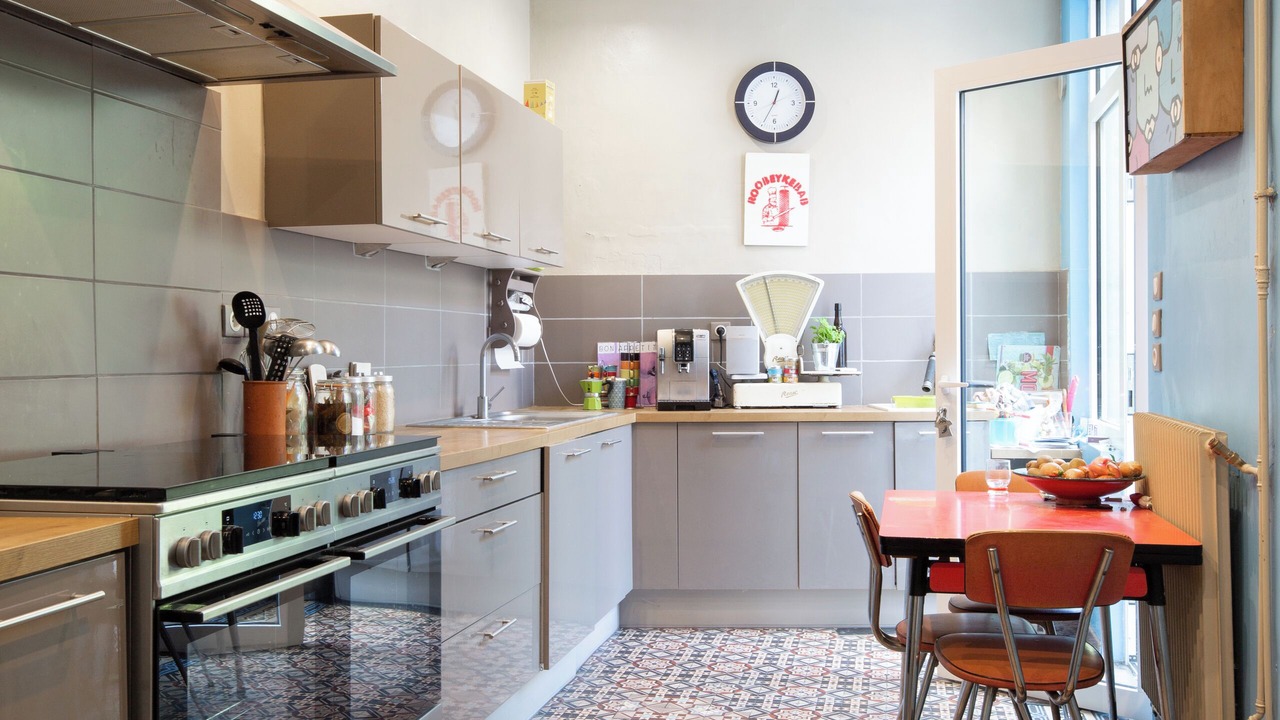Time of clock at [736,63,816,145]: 12:34
